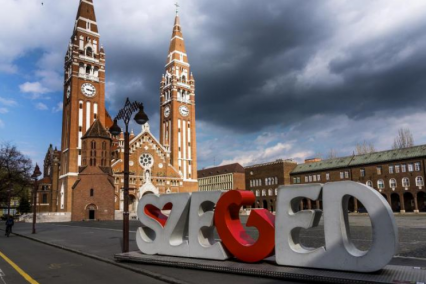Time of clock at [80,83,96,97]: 3:16
